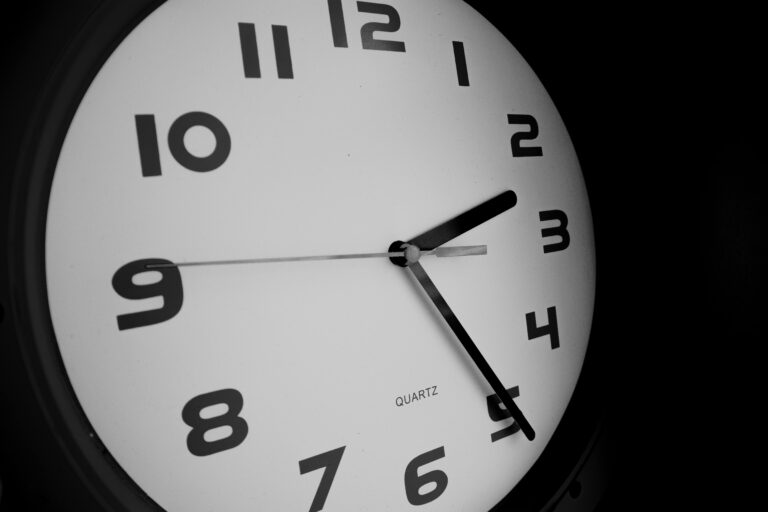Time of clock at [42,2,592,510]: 2:24
